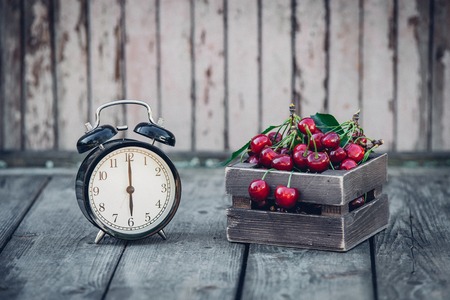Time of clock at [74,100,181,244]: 6:00
